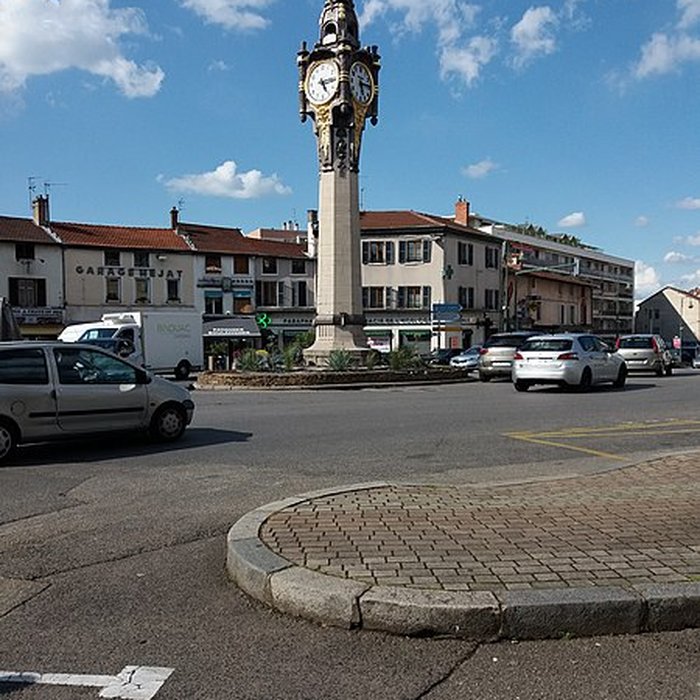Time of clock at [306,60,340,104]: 5:15
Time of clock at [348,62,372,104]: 5:14
